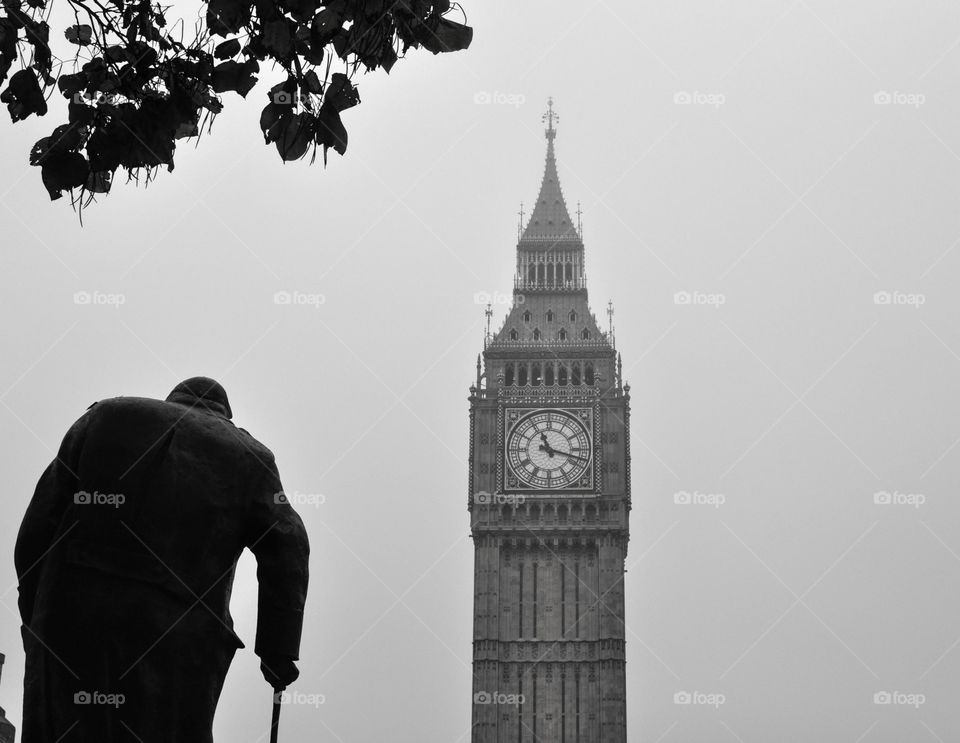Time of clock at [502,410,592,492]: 11:17
